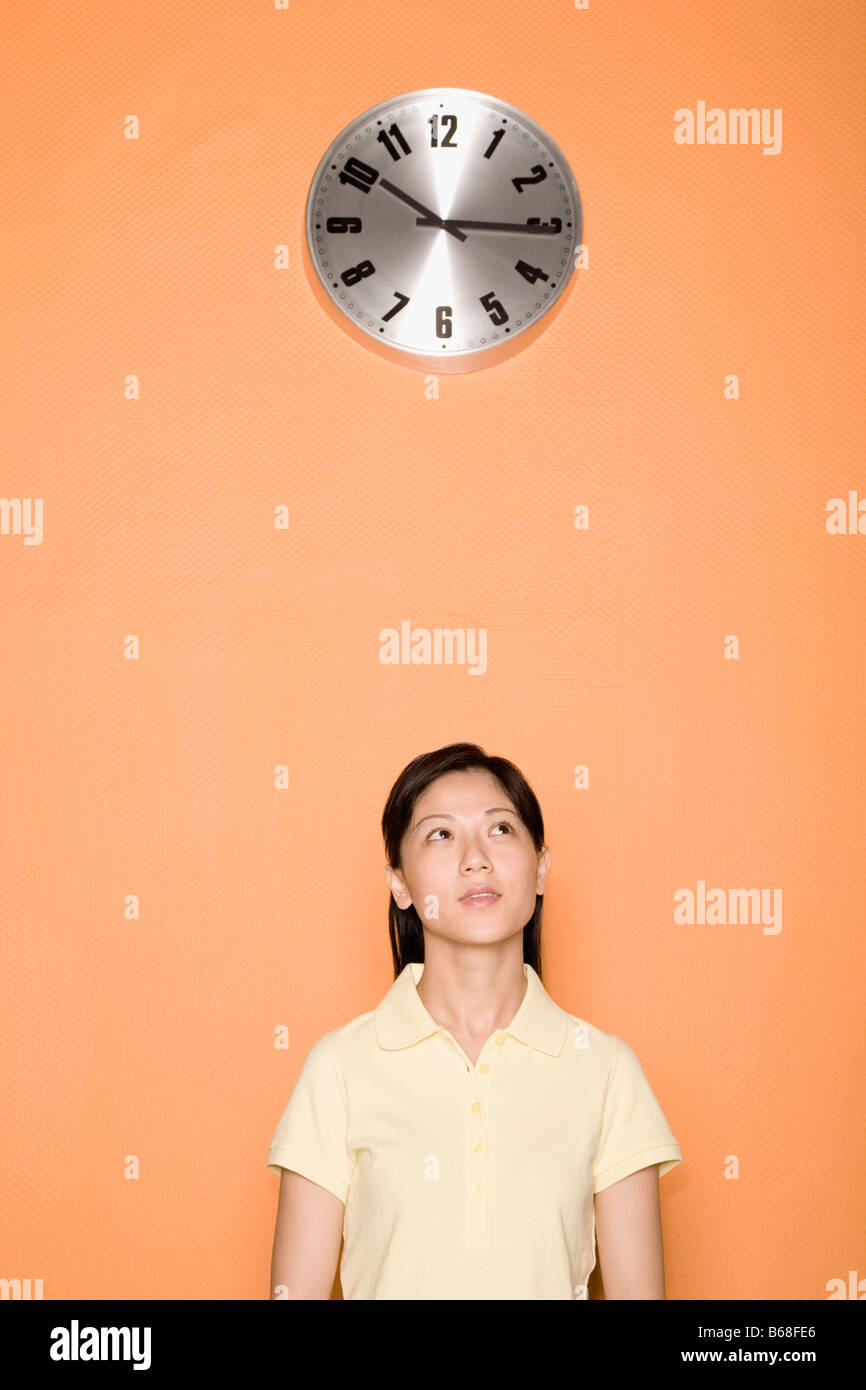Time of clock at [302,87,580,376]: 10:15
